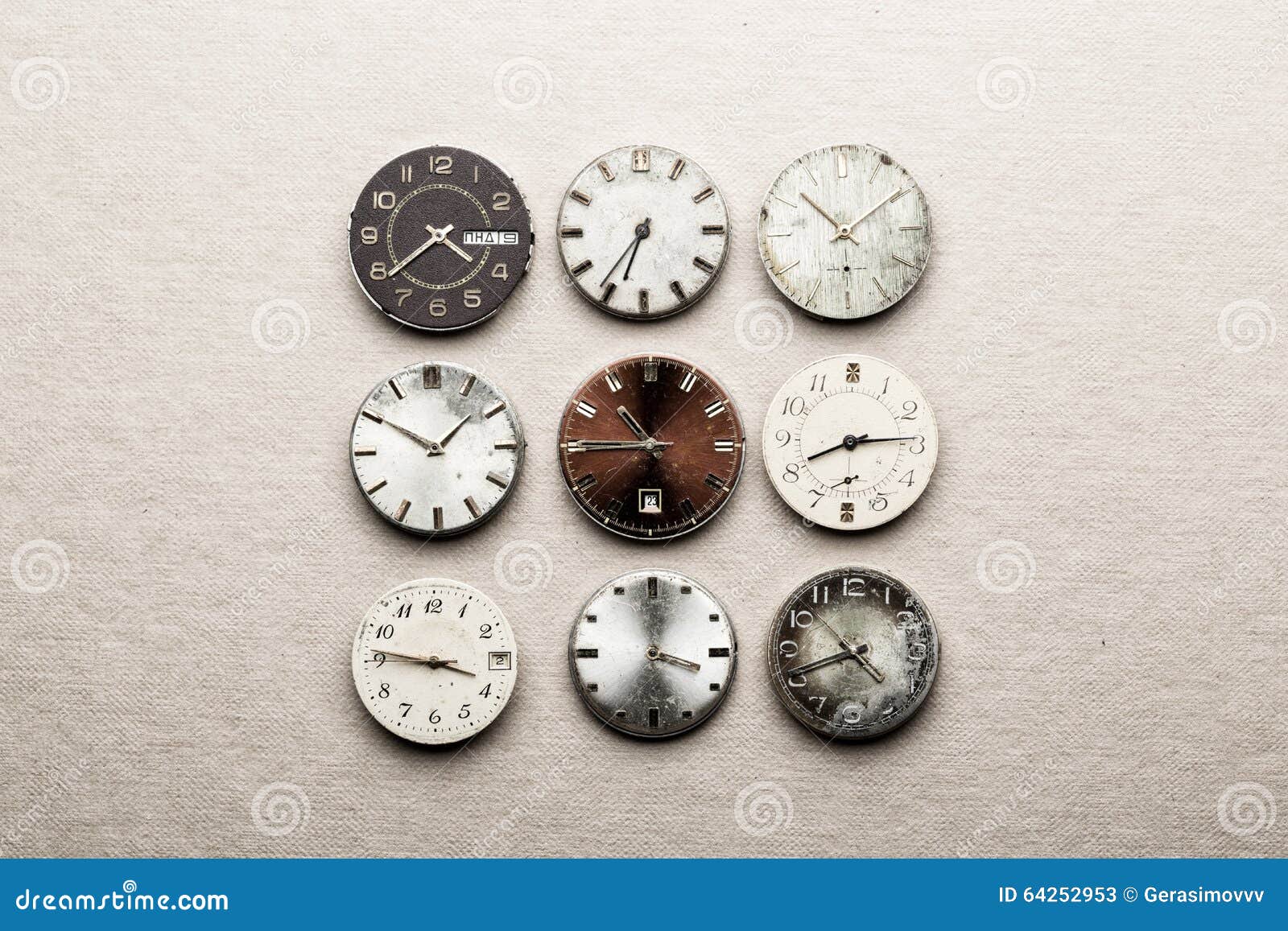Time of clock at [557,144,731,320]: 6:36
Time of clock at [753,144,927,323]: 10:09
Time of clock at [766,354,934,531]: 8:14
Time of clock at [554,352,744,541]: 10:45
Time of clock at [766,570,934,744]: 4:41
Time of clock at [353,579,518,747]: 3:46
